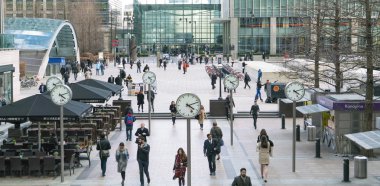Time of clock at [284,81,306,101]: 4:12
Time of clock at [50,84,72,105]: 4:12
